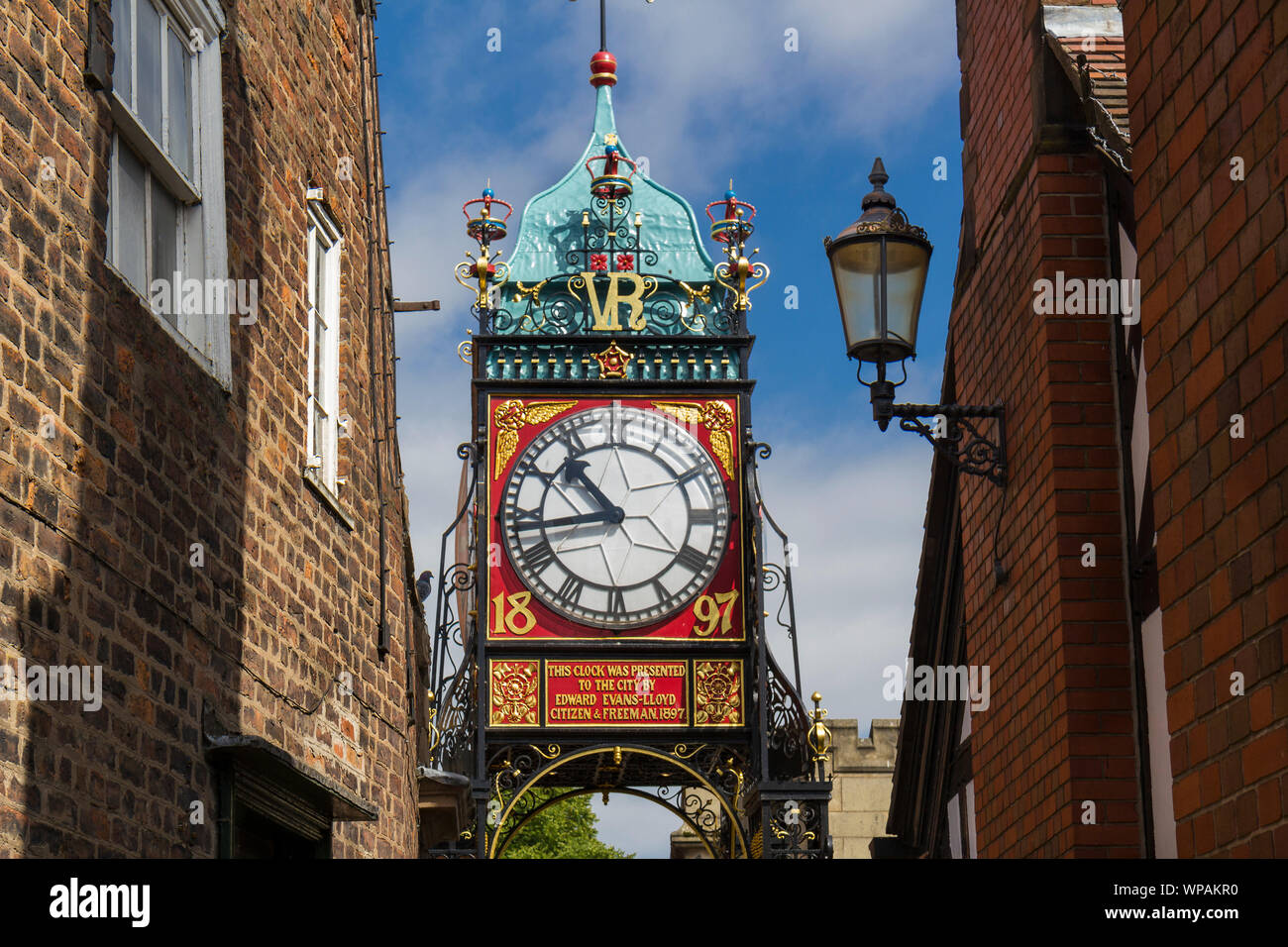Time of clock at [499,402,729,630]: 10:43
